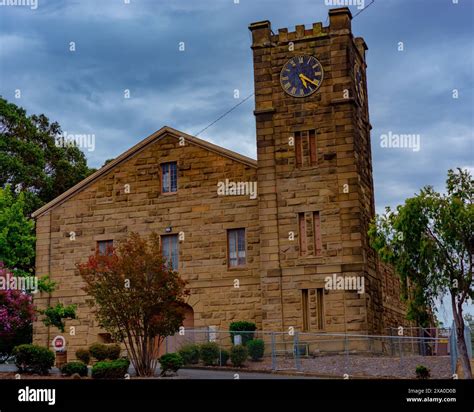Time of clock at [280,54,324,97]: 5:20
